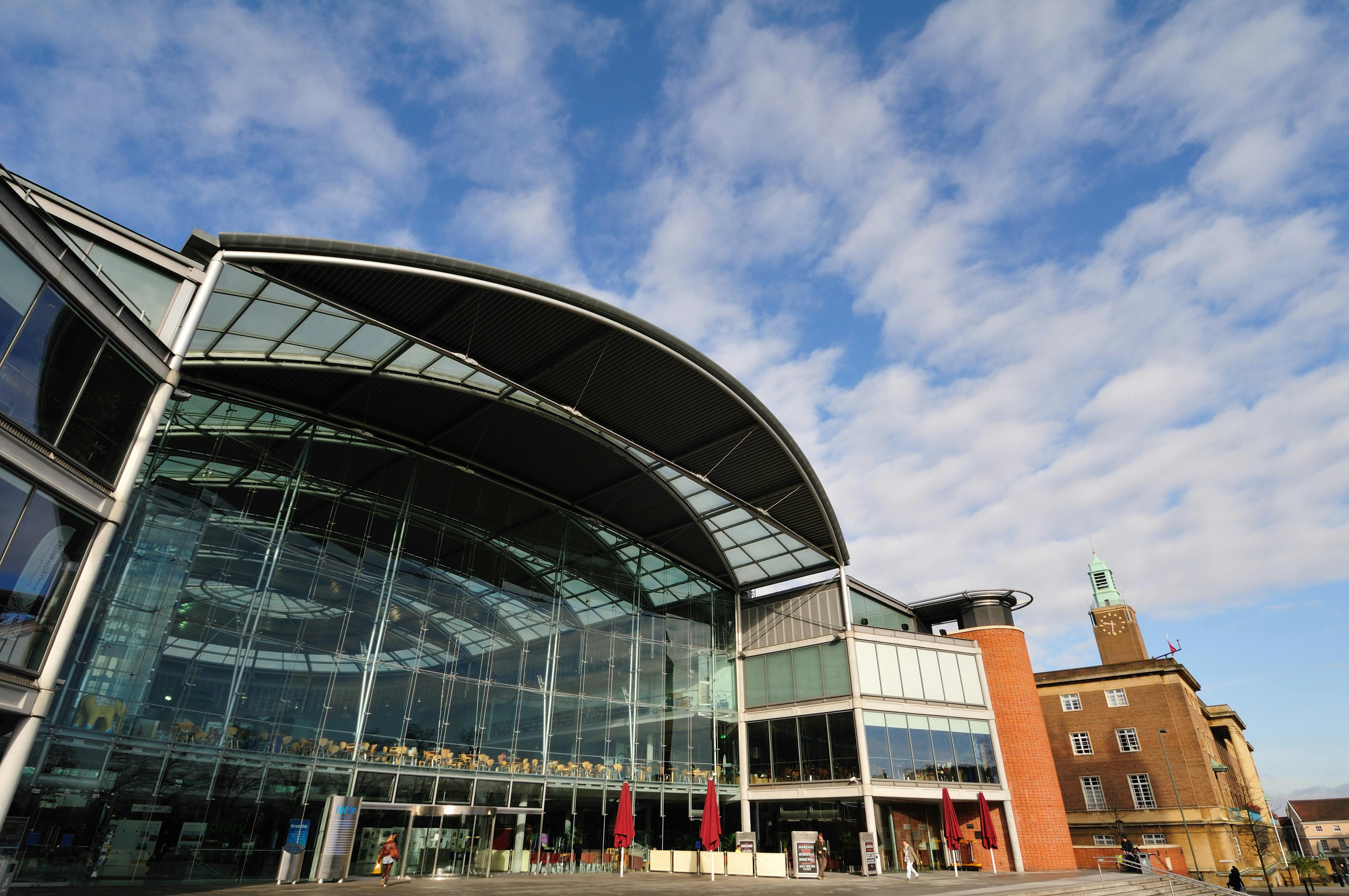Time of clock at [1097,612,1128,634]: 9:31
